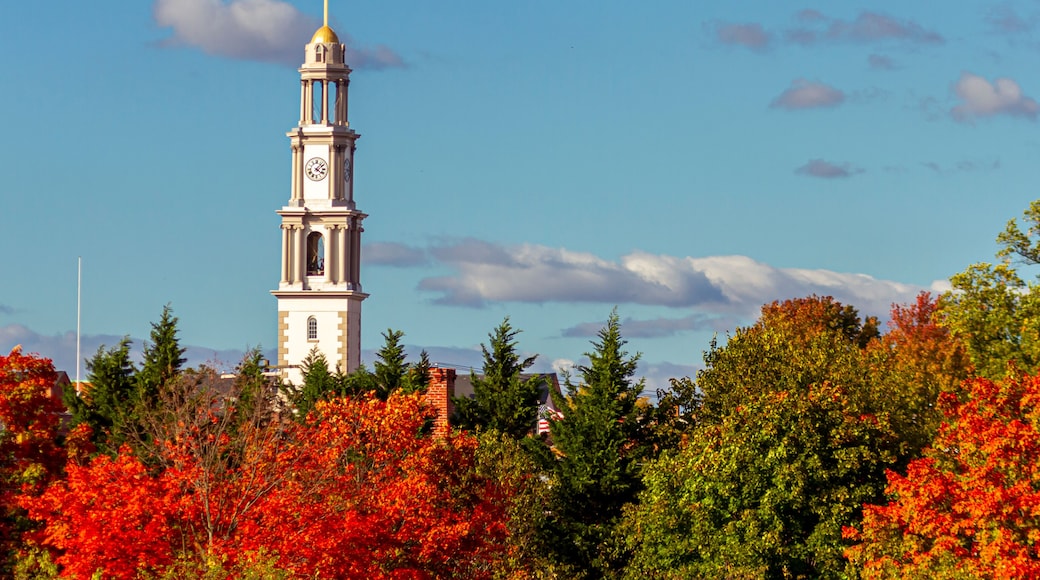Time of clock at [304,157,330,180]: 4:07
